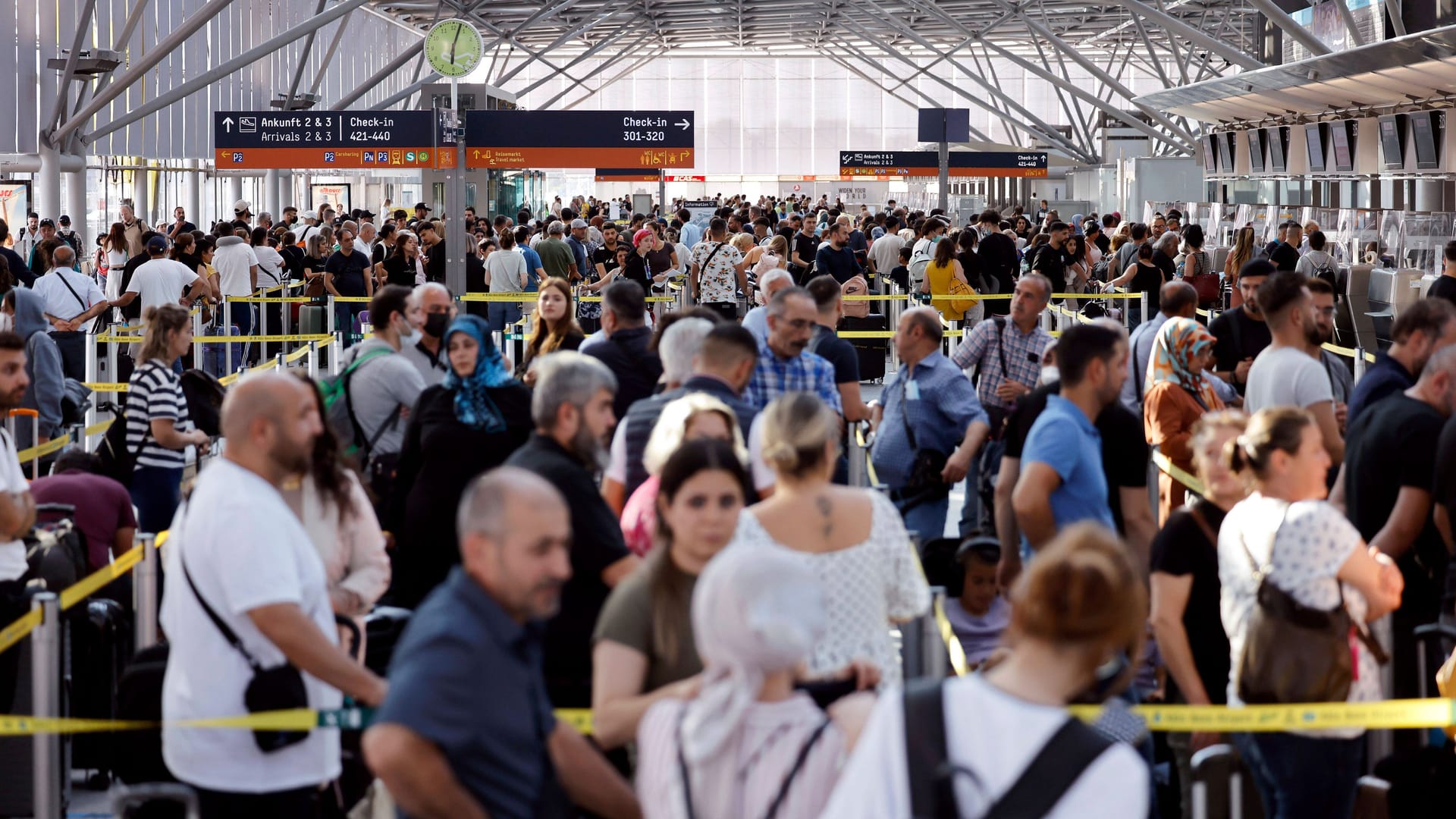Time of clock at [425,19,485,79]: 6:02
